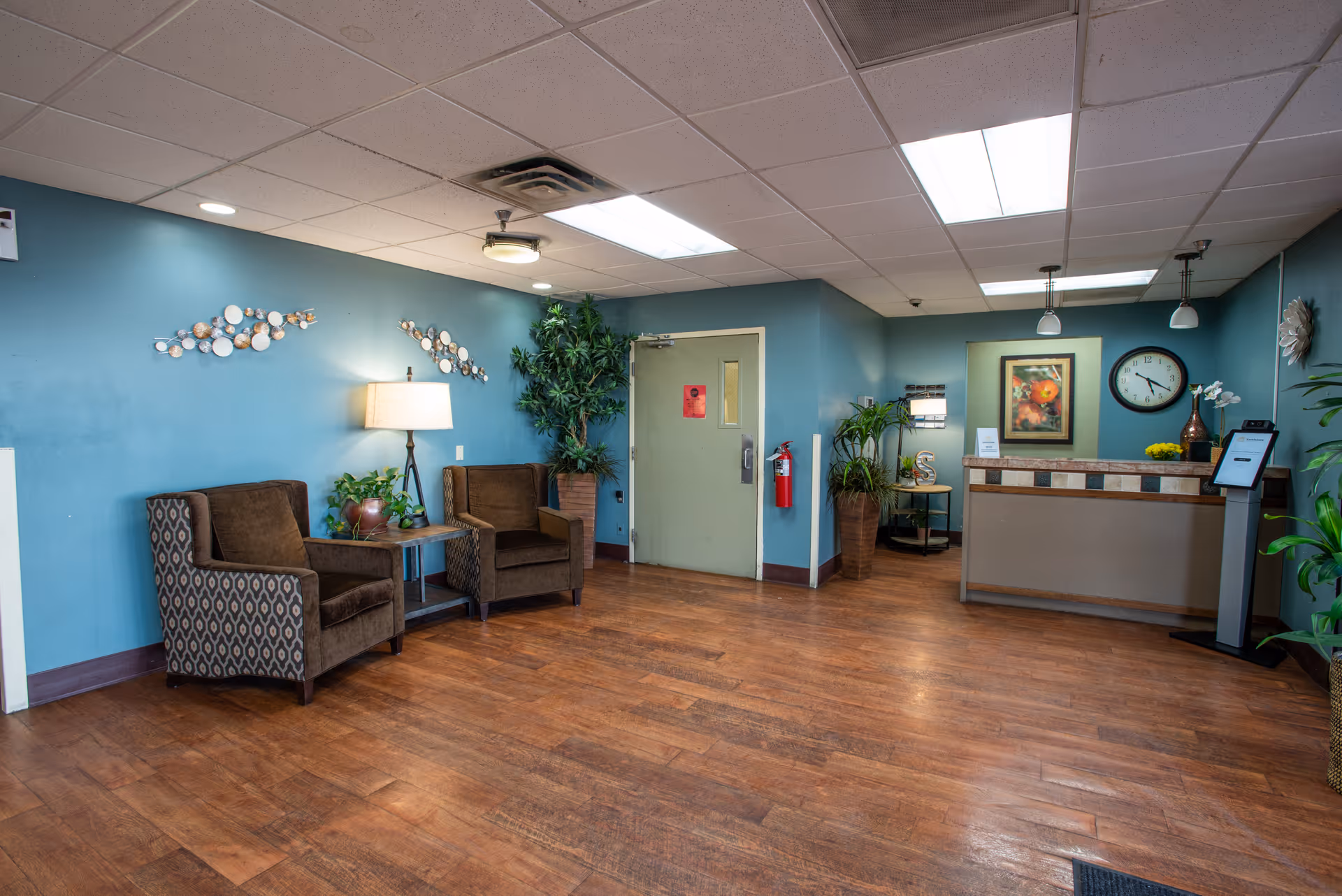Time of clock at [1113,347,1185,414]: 5:20
